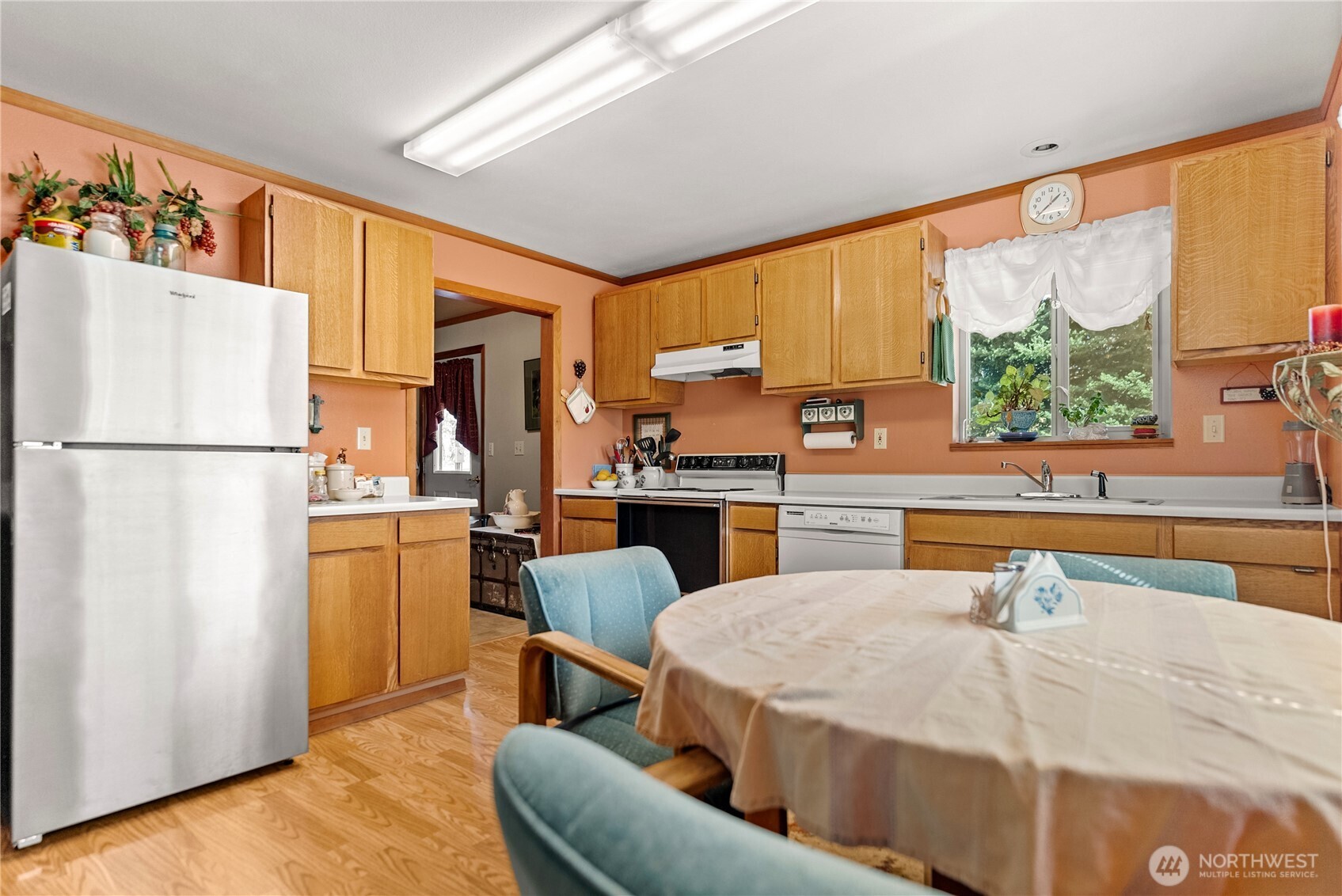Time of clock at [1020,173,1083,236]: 1:38
